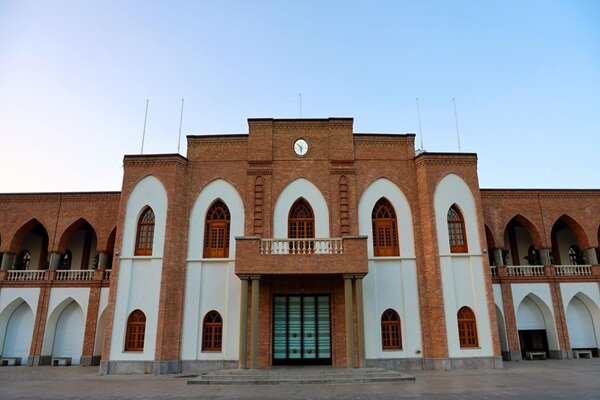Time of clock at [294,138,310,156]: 5:51
